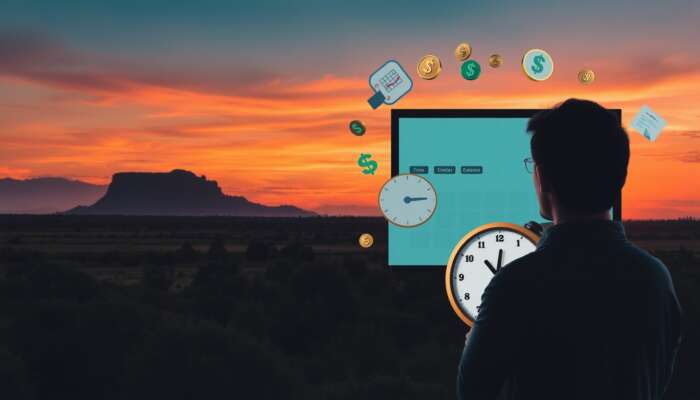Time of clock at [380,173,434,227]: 3:14
